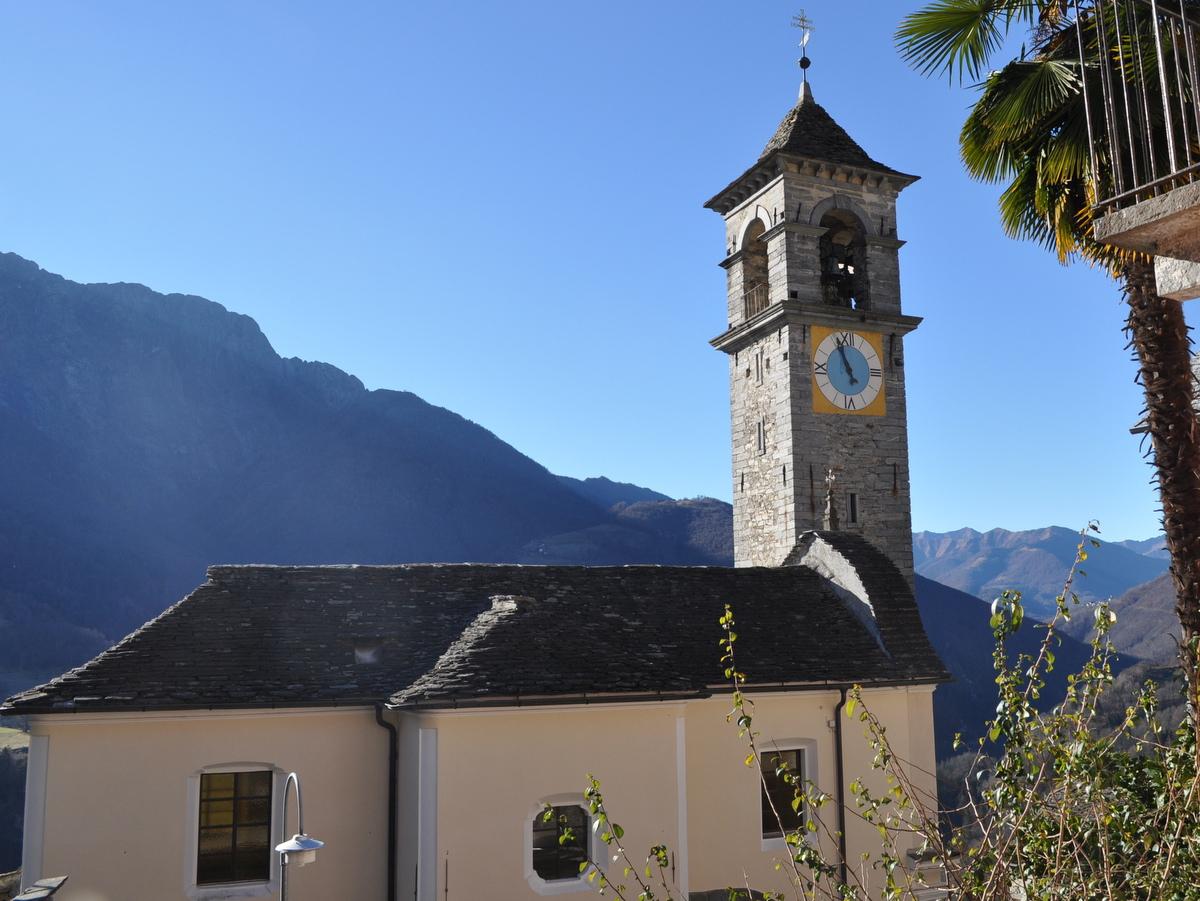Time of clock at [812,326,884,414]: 4:56
